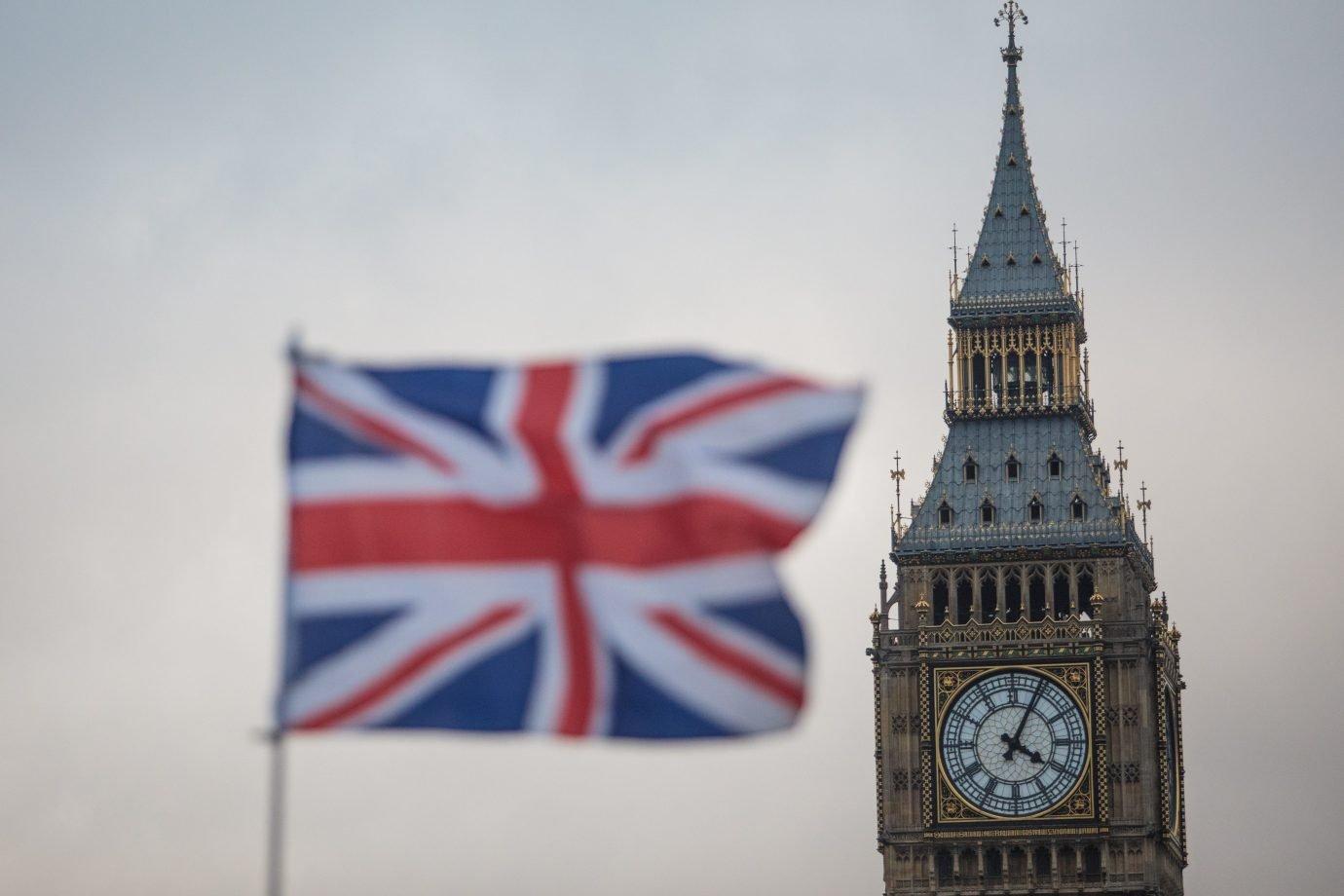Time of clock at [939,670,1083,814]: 4:04
